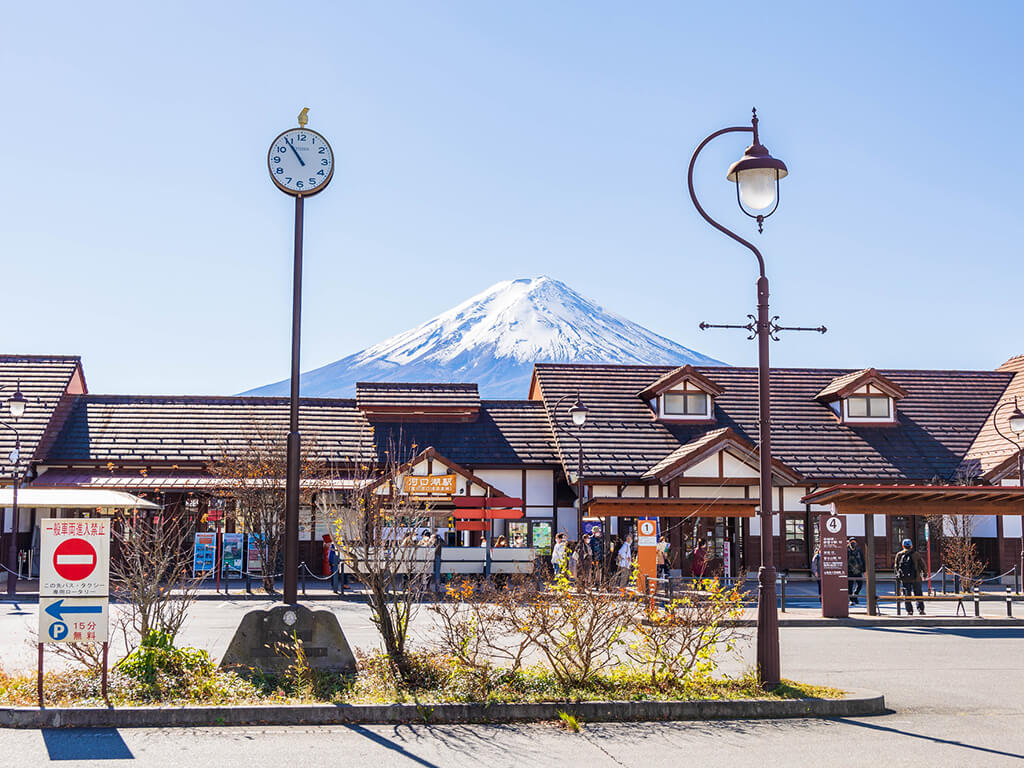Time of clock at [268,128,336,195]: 10:54
